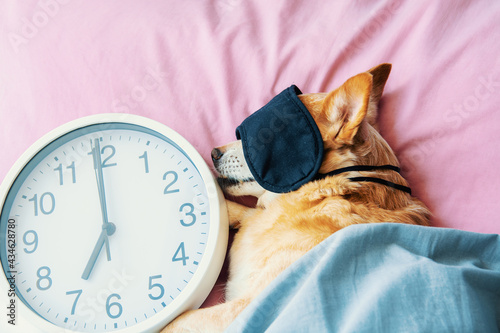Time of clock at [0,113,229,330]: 6:59
